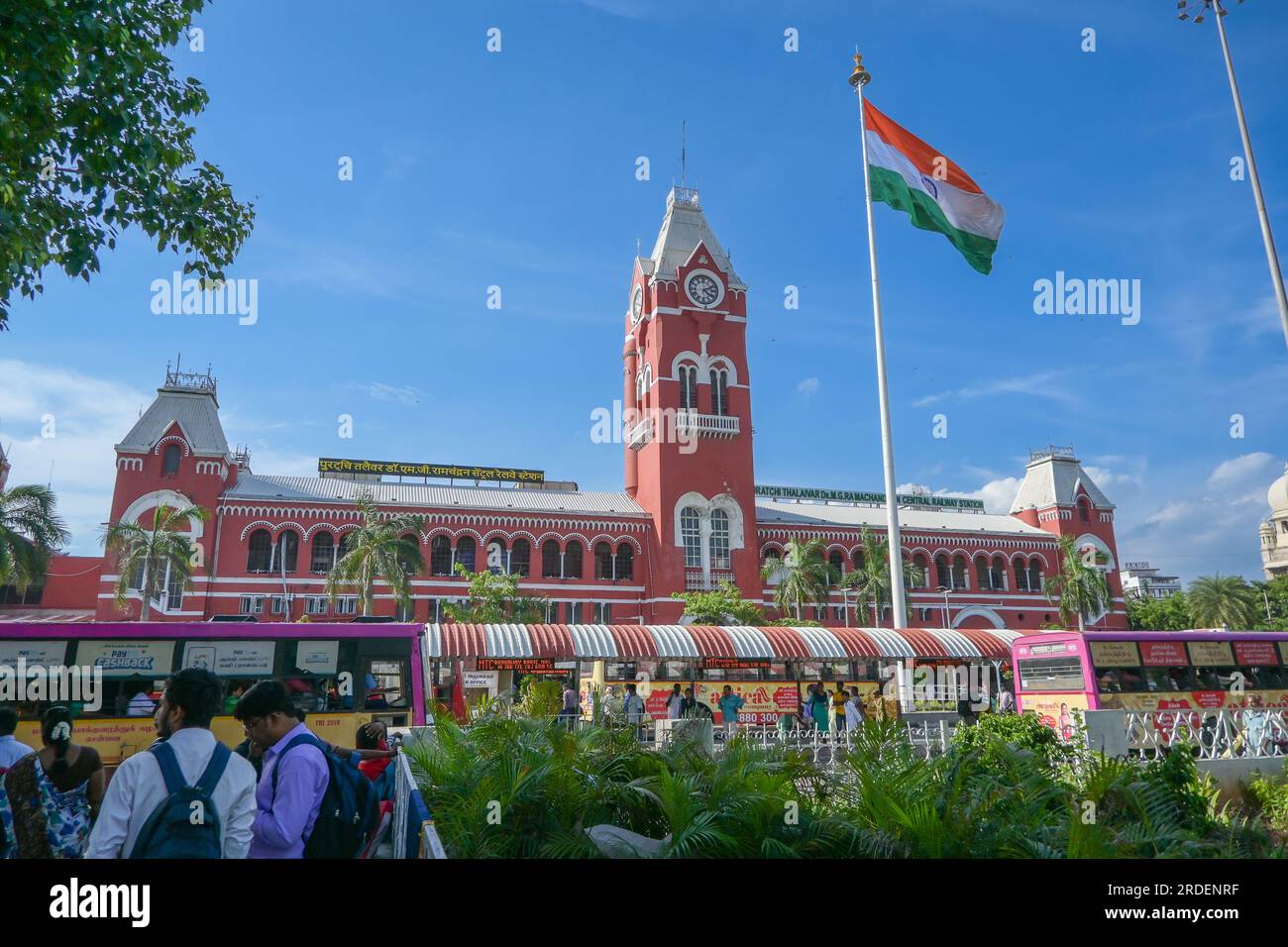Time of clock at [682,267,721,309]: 4:10
